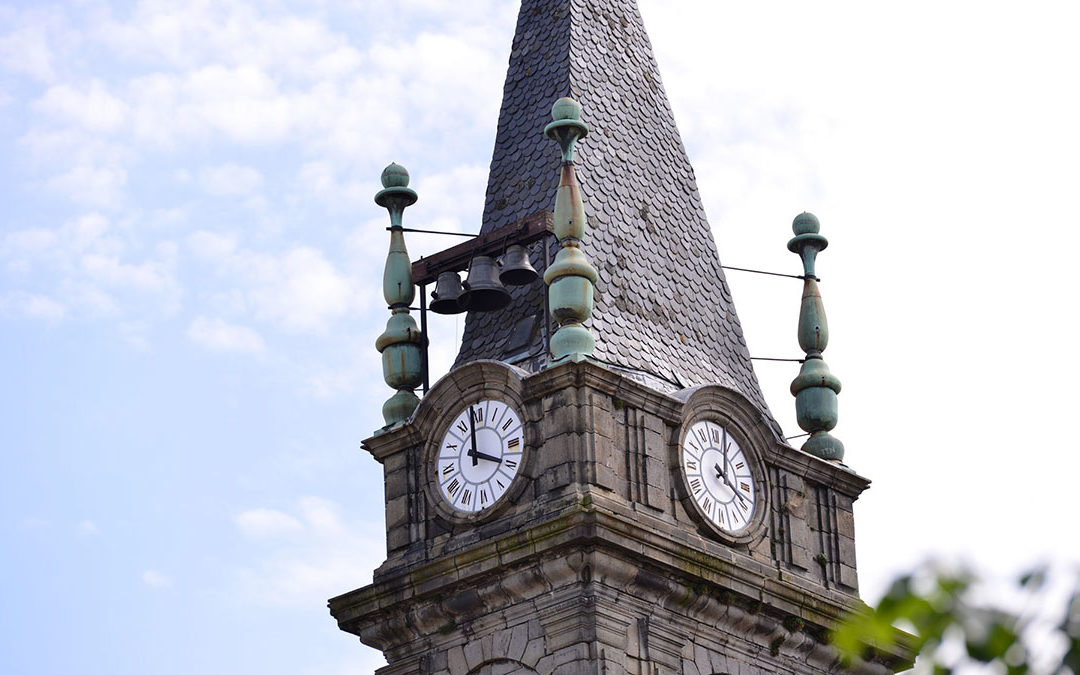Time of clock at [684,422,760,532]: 4:03
